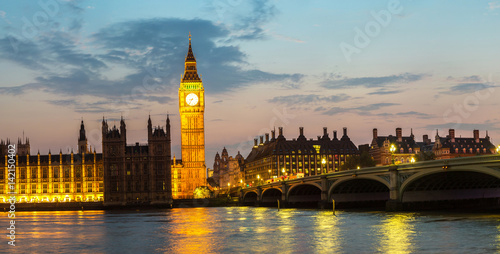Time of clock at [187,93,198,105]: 8:36
